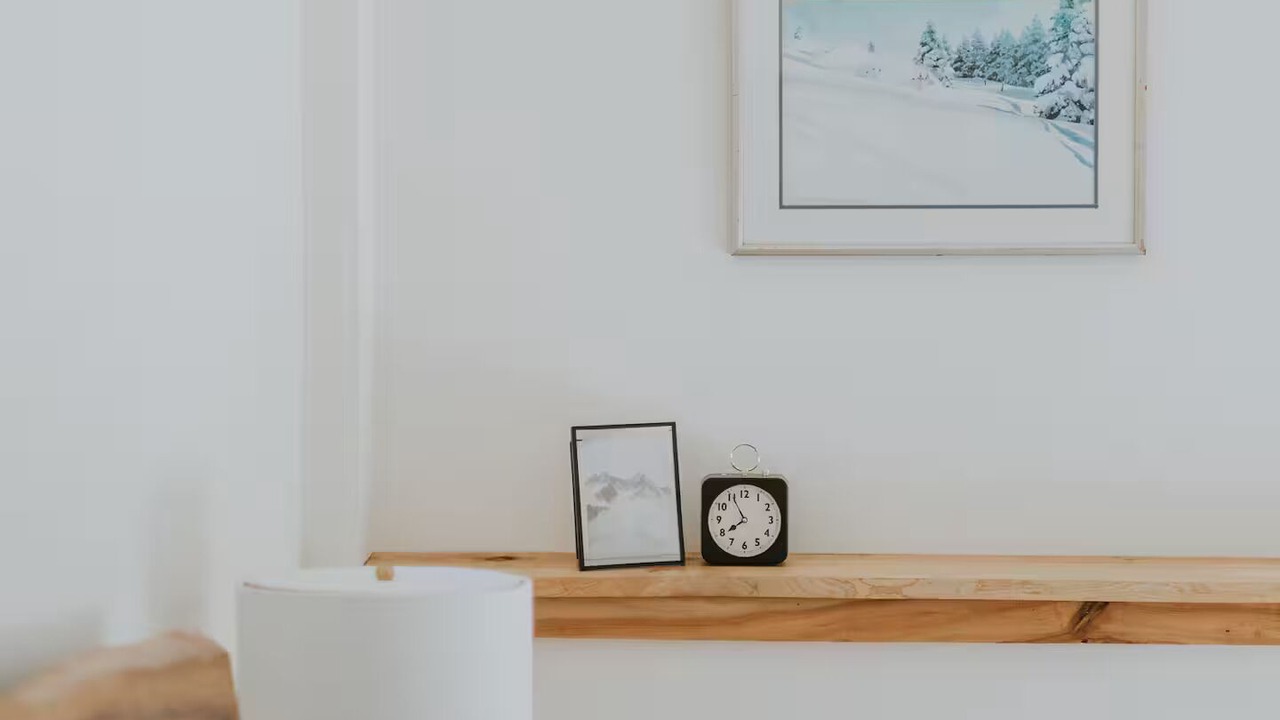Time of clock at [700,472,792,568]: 7:55
